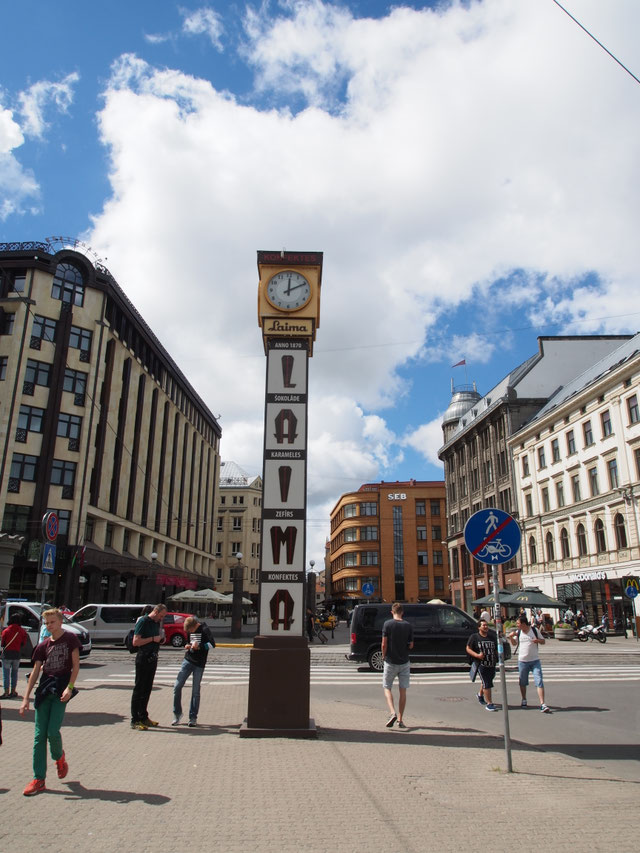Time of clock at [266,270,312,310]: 12:10
